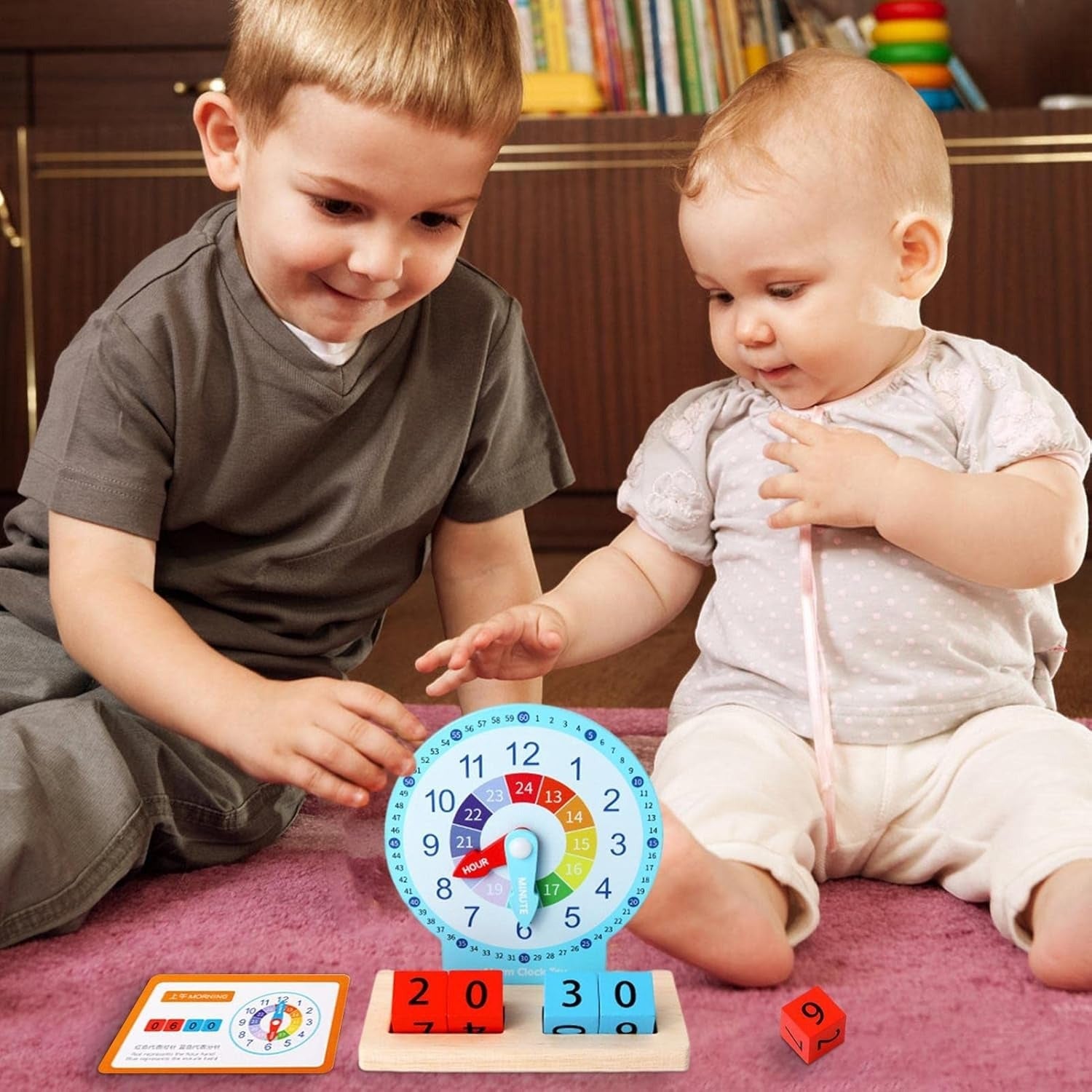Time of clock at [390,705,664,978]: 5:40
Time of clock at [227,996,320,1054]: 5:59
